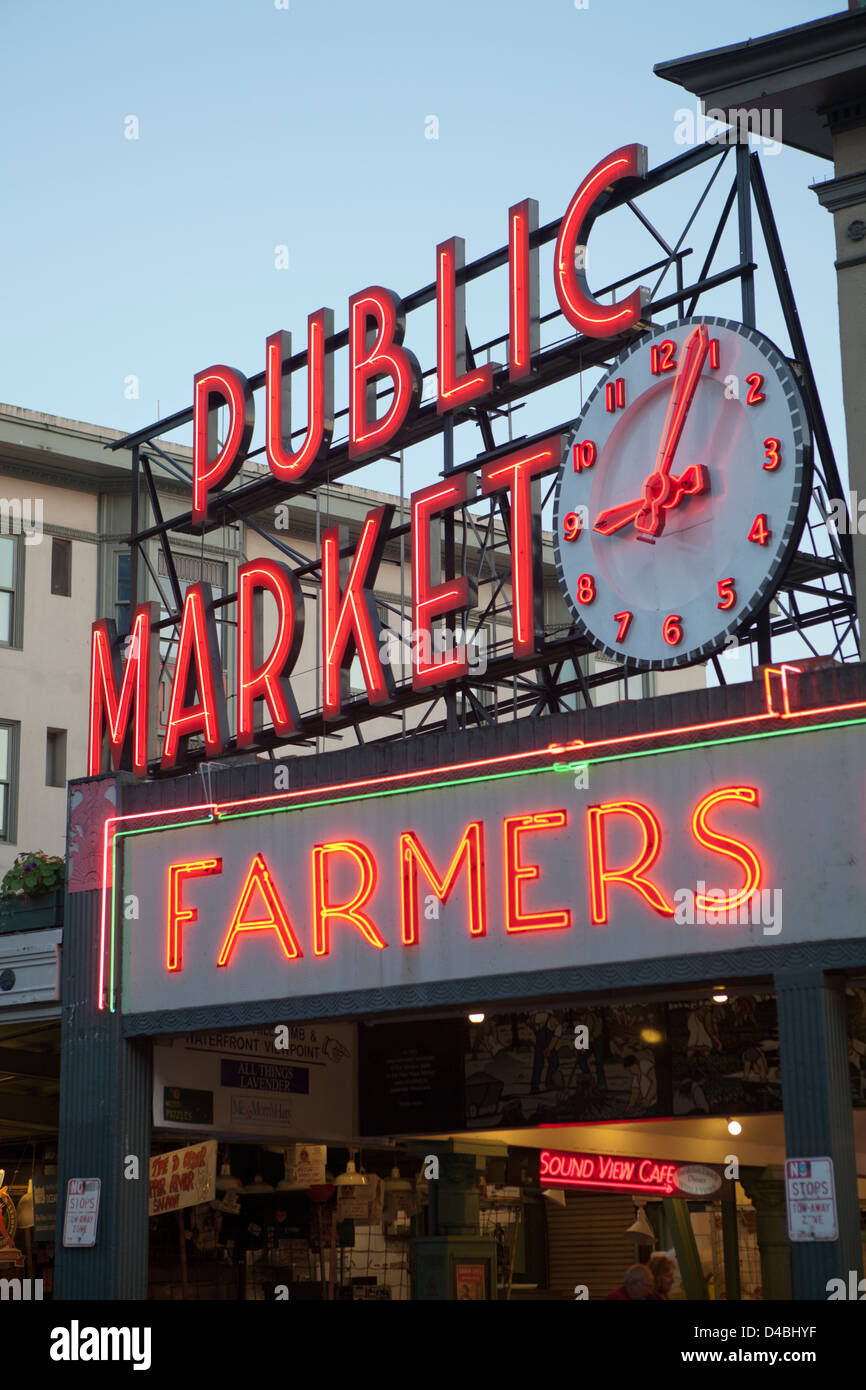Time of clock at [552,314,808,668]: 9:03
